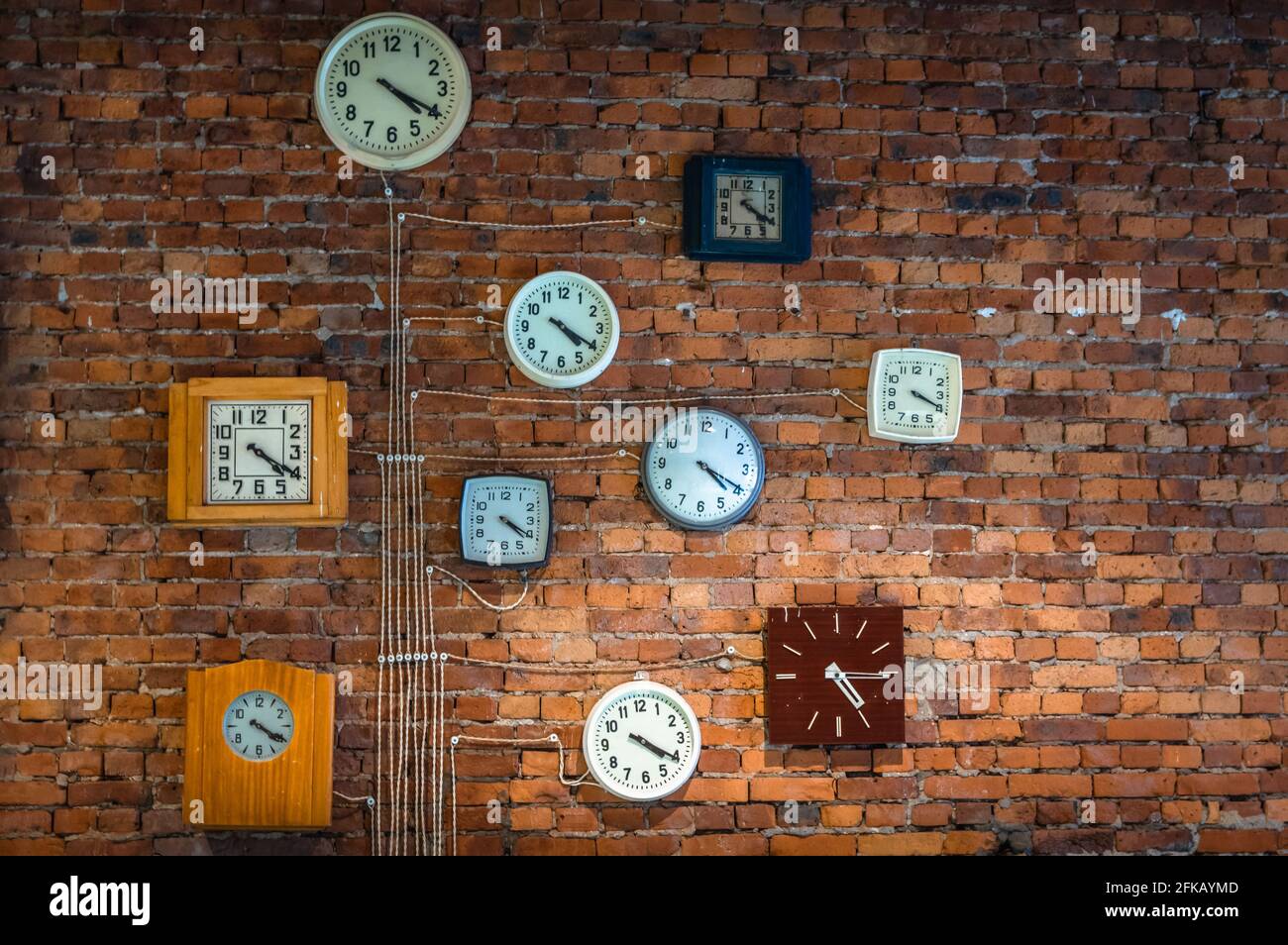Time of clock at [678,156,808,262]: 4:20
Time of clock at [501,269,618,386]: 4:20
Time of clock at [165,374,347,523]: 4:20
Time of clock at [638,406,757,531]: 4:19
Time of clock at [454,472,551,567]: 4:20
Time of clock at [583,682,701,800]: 4:20
